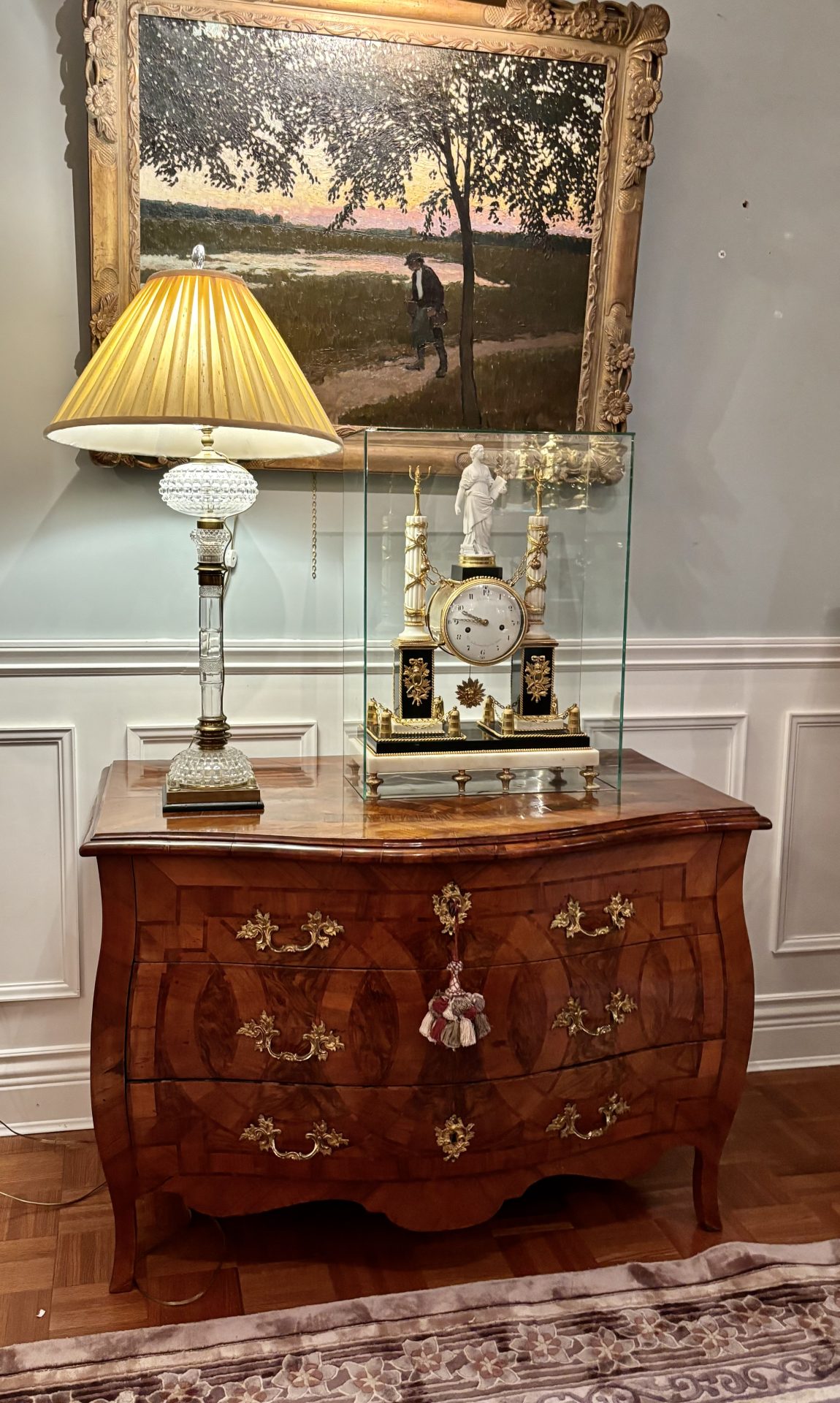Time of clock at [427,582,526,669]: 9:45
